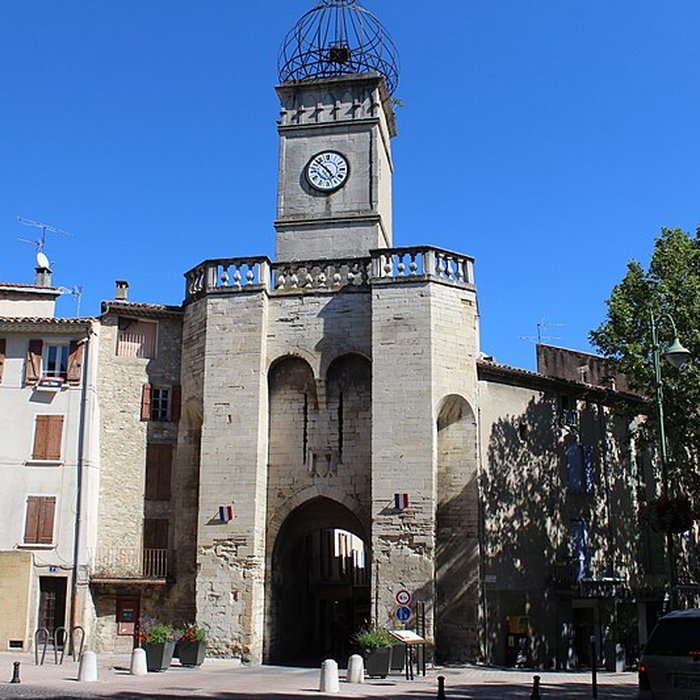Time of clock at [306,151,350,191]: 4:52
